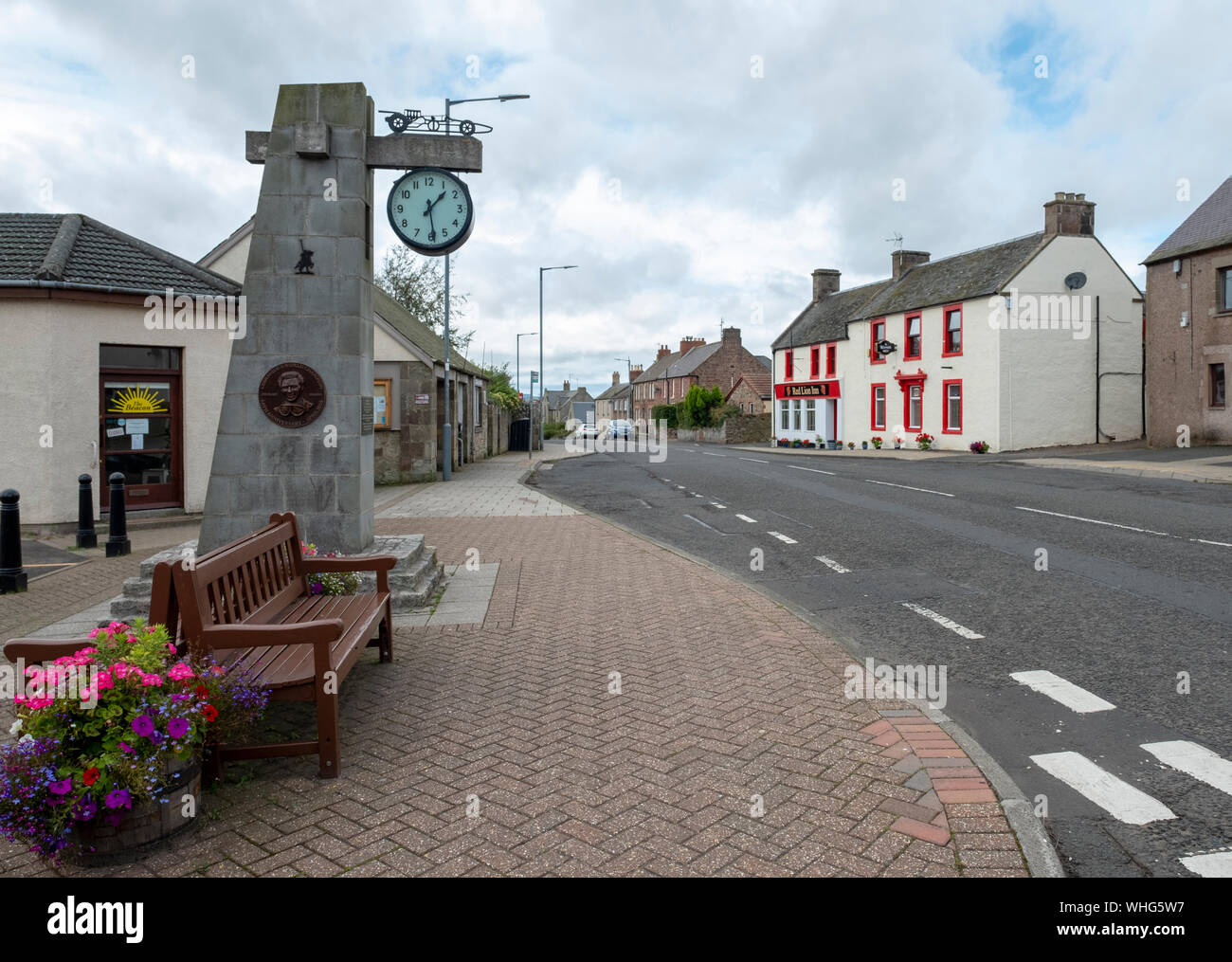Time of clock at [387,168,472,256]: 1:28
